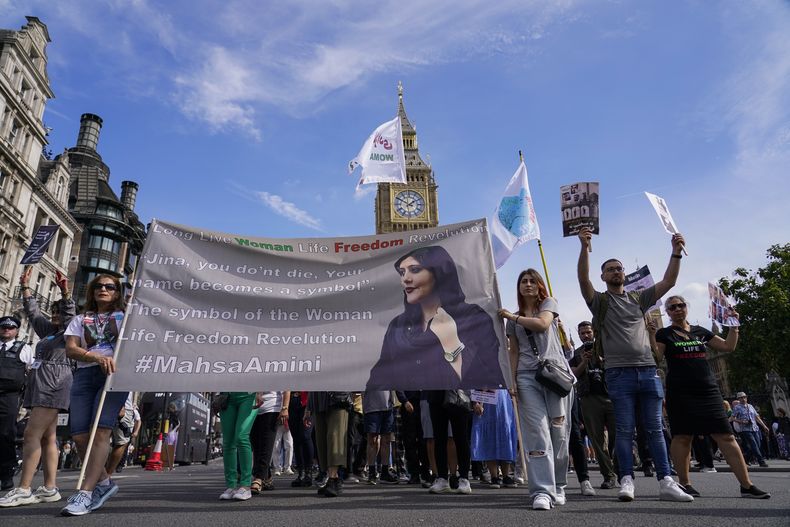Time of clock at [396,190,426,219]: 1:50
